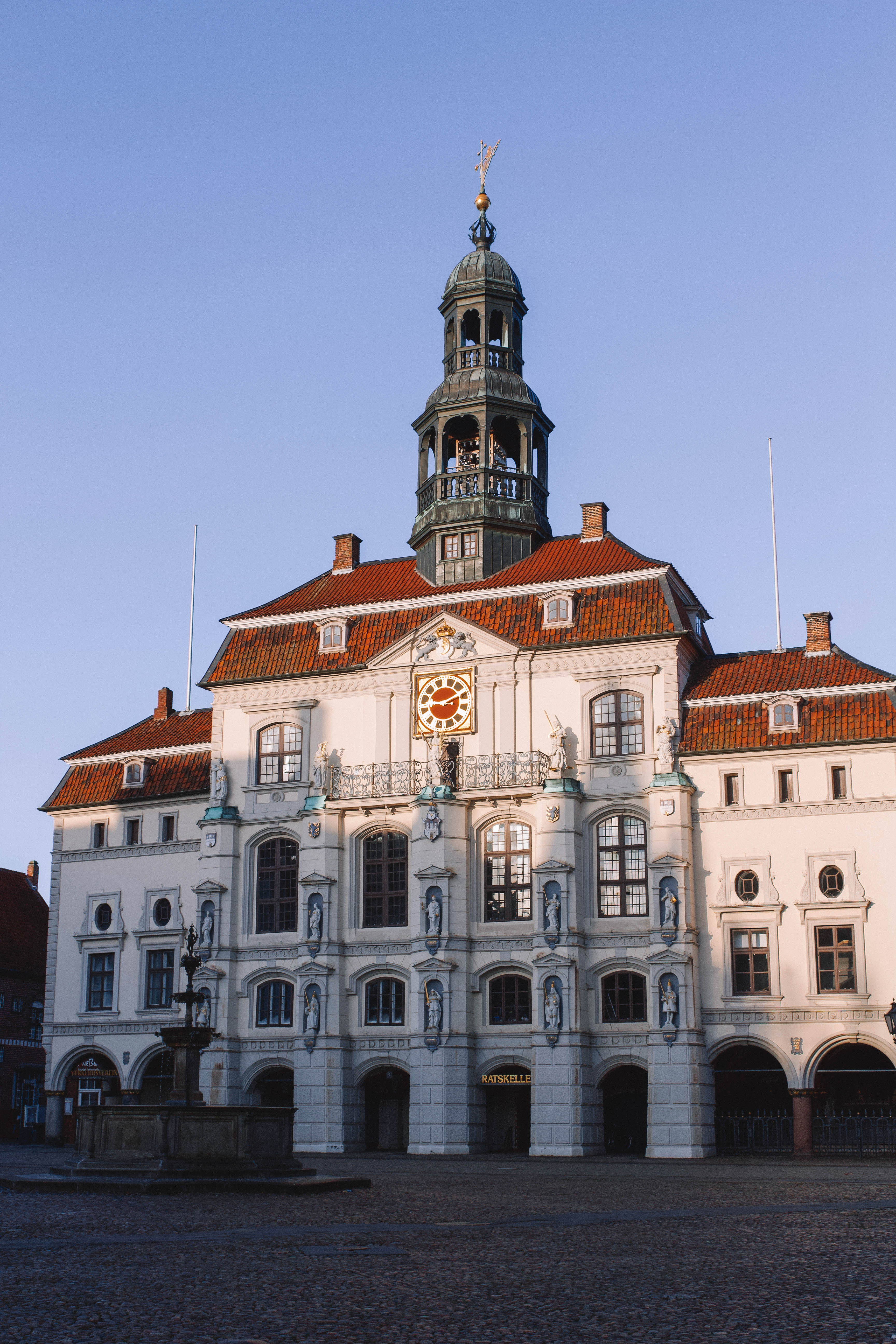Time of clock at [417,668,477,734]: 9:10
